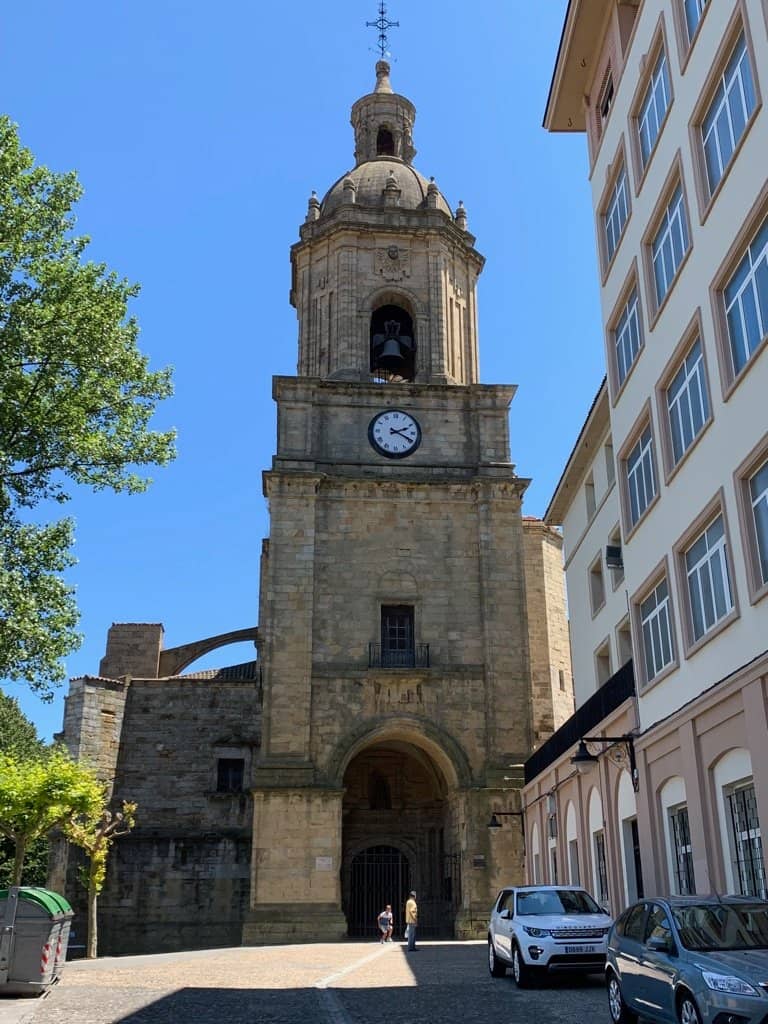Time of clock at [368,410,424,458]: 2:19
